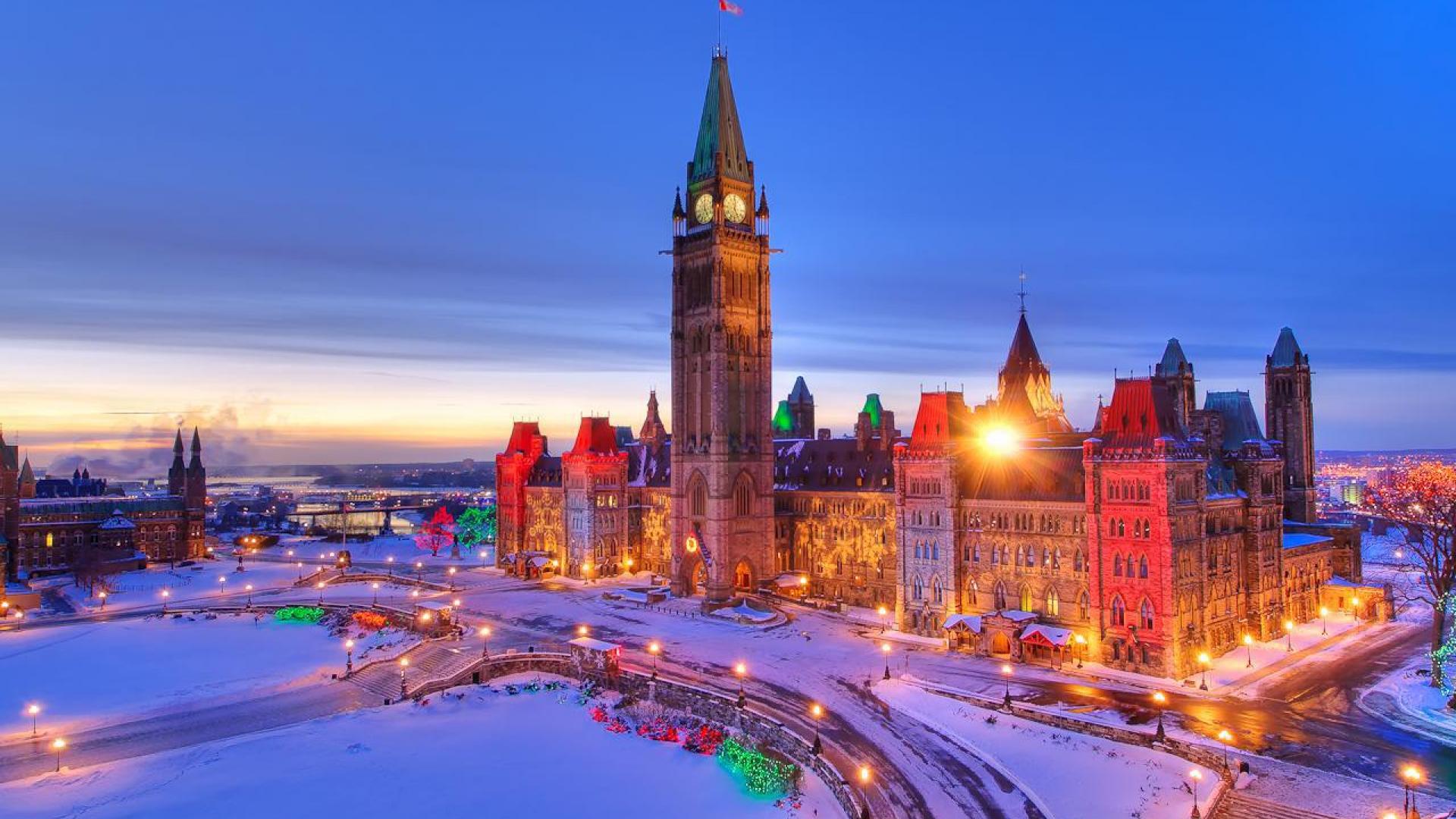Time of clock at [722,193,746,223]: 12:24
